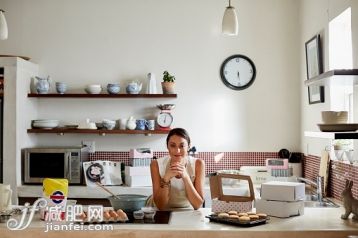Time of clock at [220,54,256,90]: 6:29
